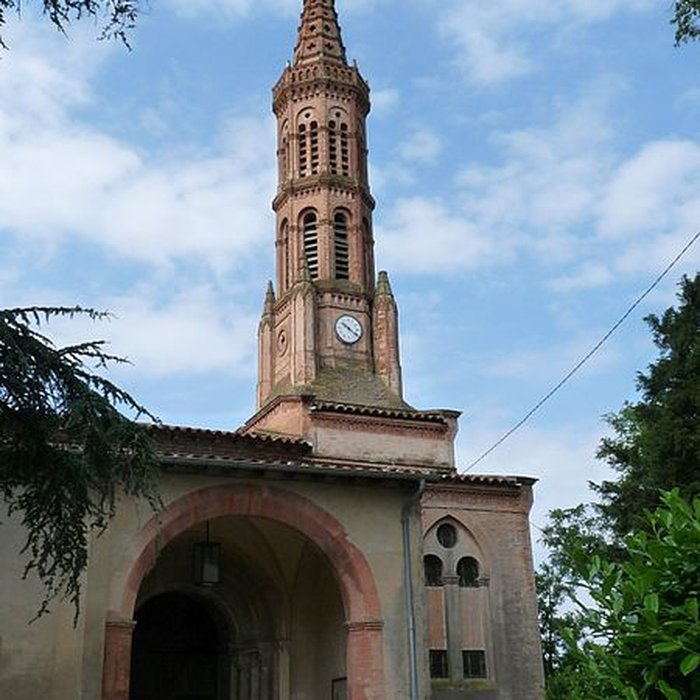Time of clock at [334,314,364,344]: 10:21
